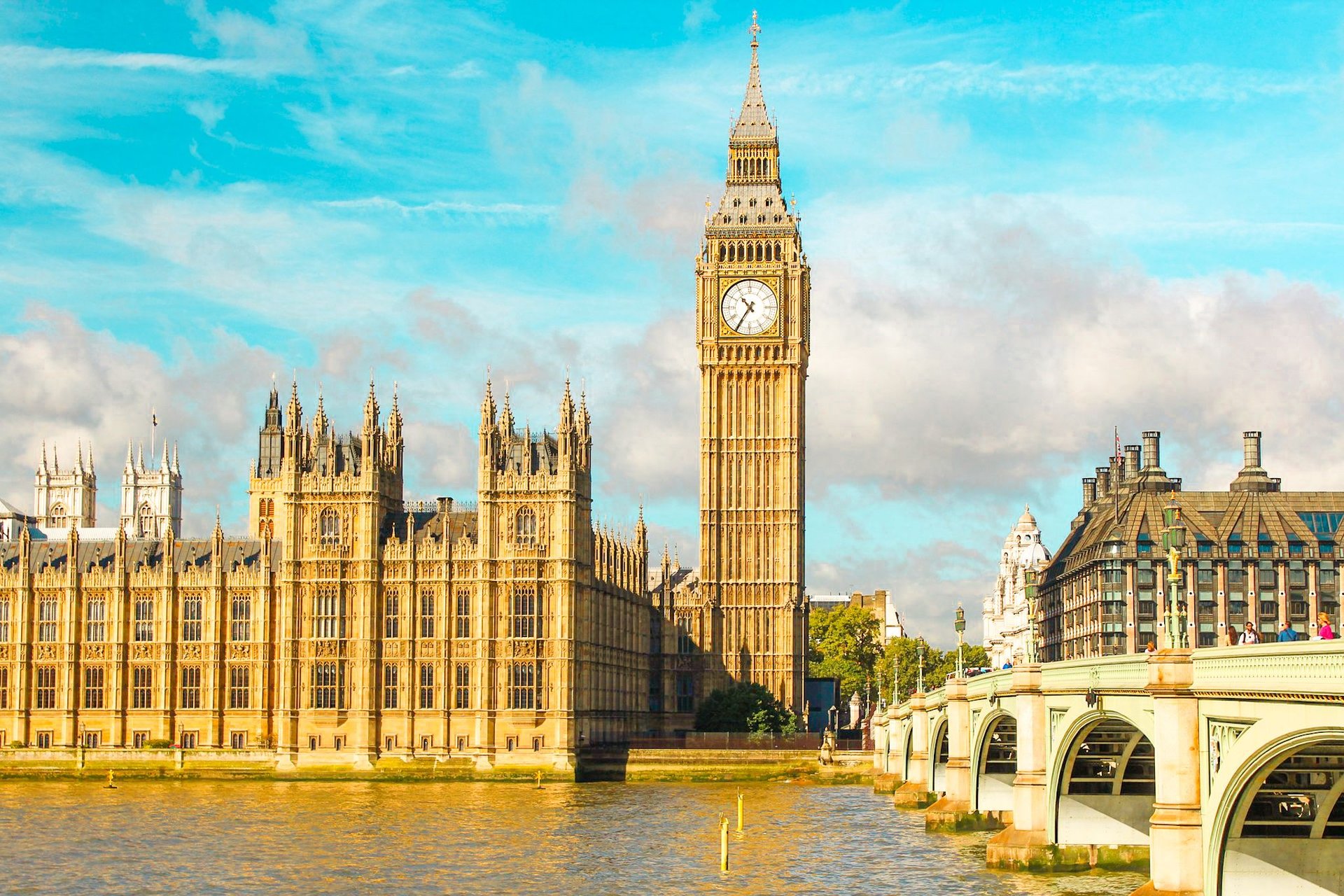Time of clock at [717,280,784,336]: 10:35
